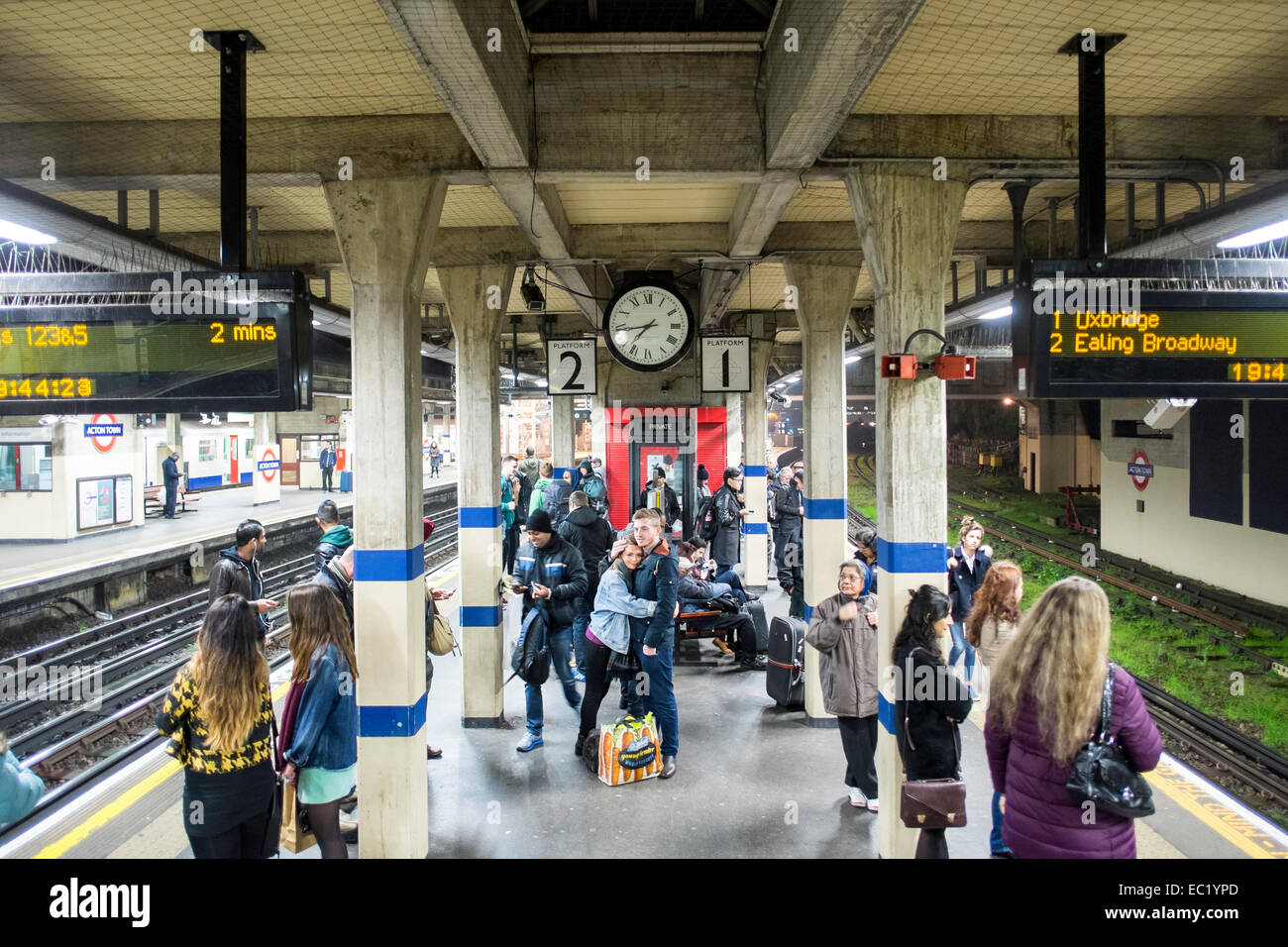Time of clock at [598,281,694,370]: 7:43
